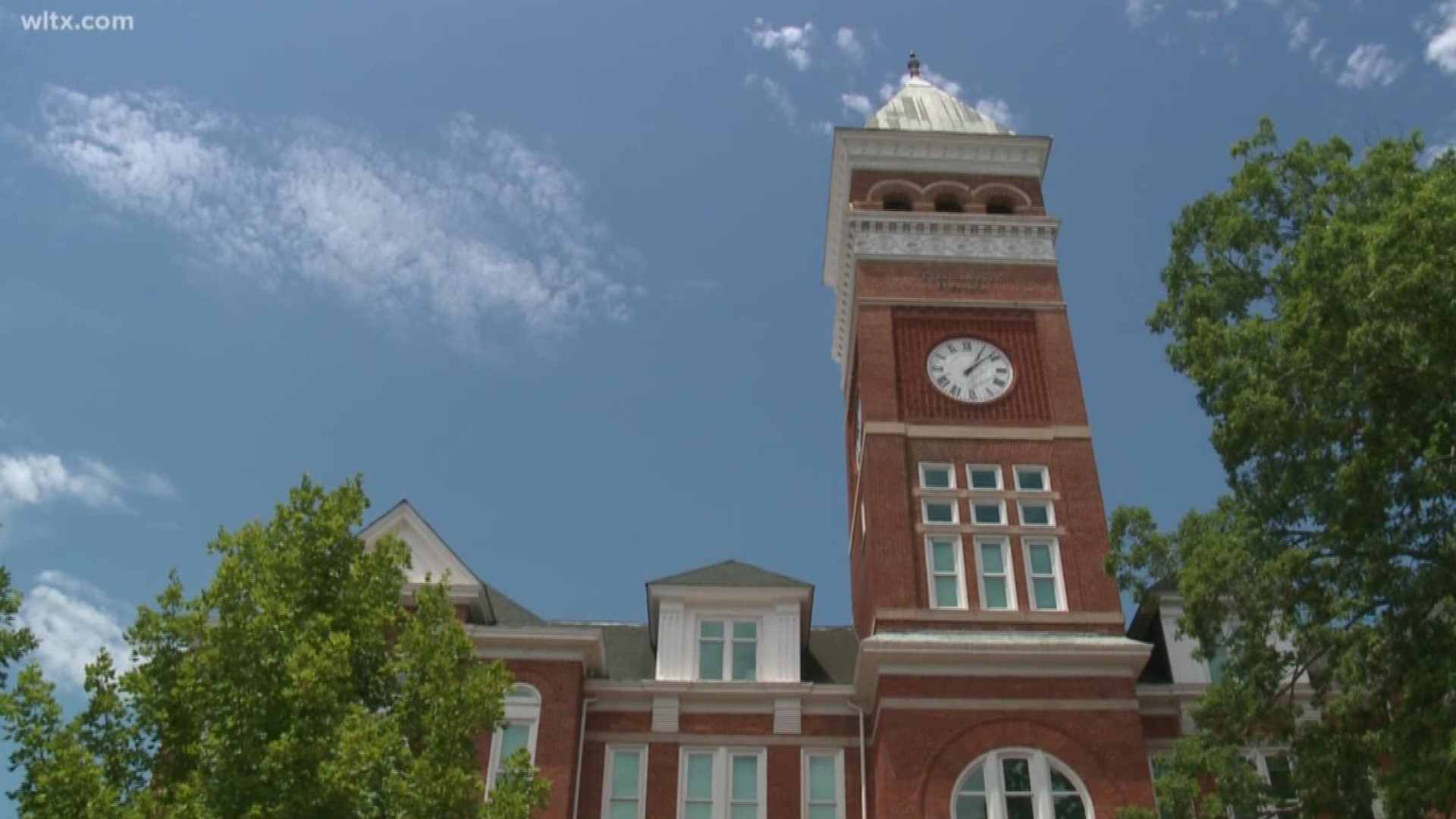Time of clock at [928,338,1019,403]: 1:08
